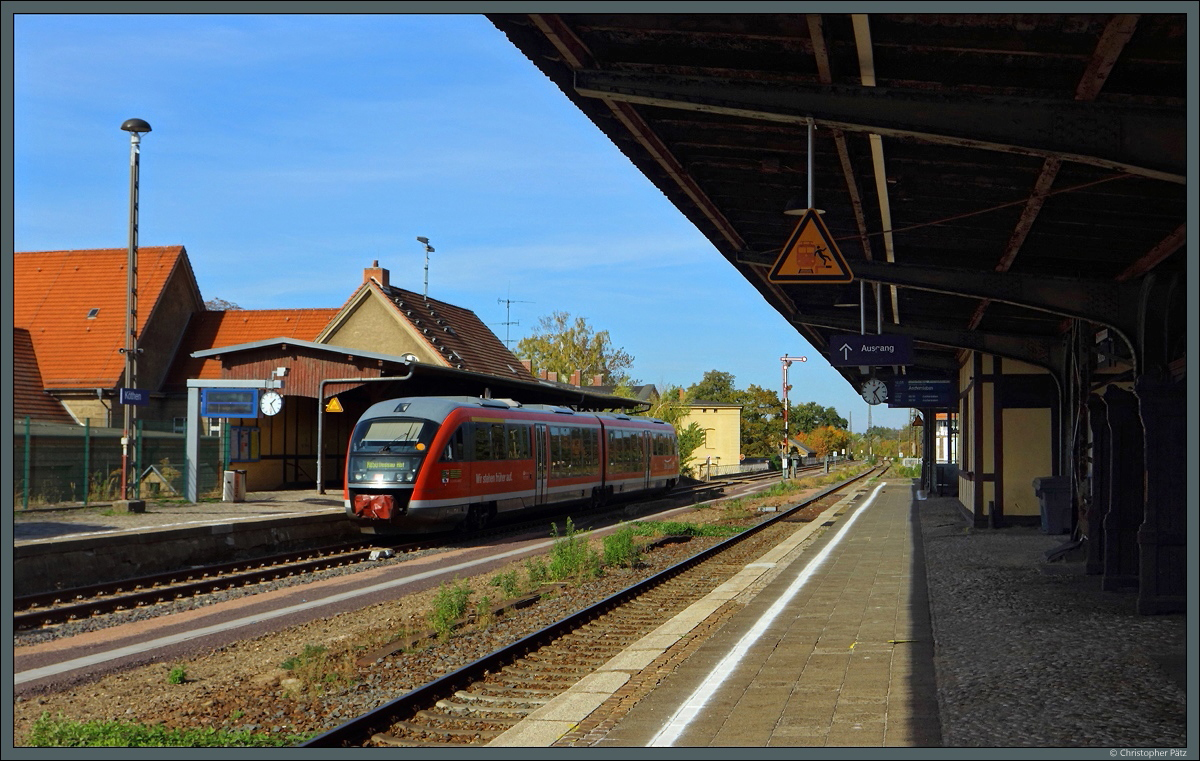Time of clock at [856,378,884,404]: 1:25
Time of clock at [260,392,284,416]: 1:25
